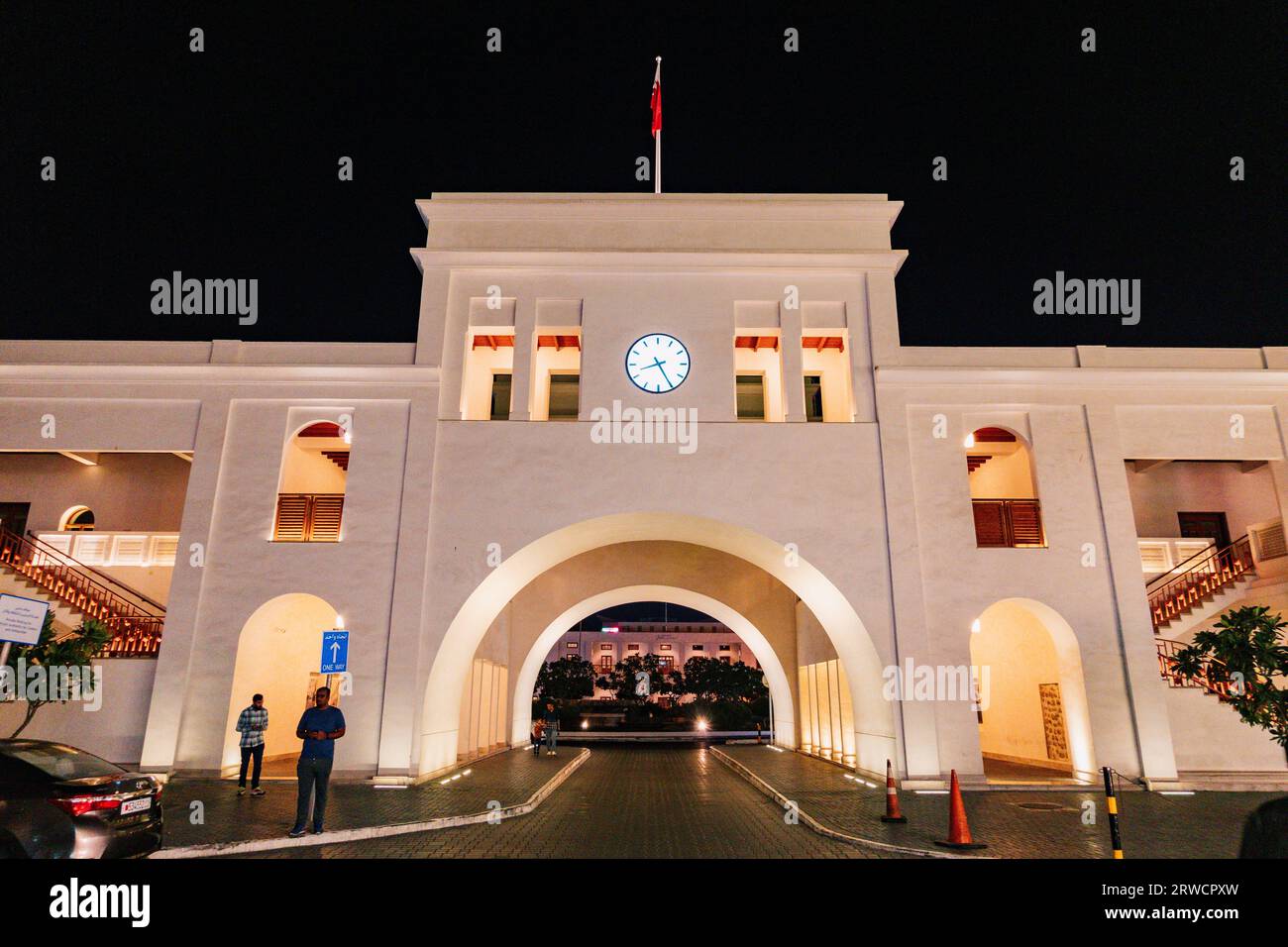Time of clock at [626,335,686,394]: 8:25
